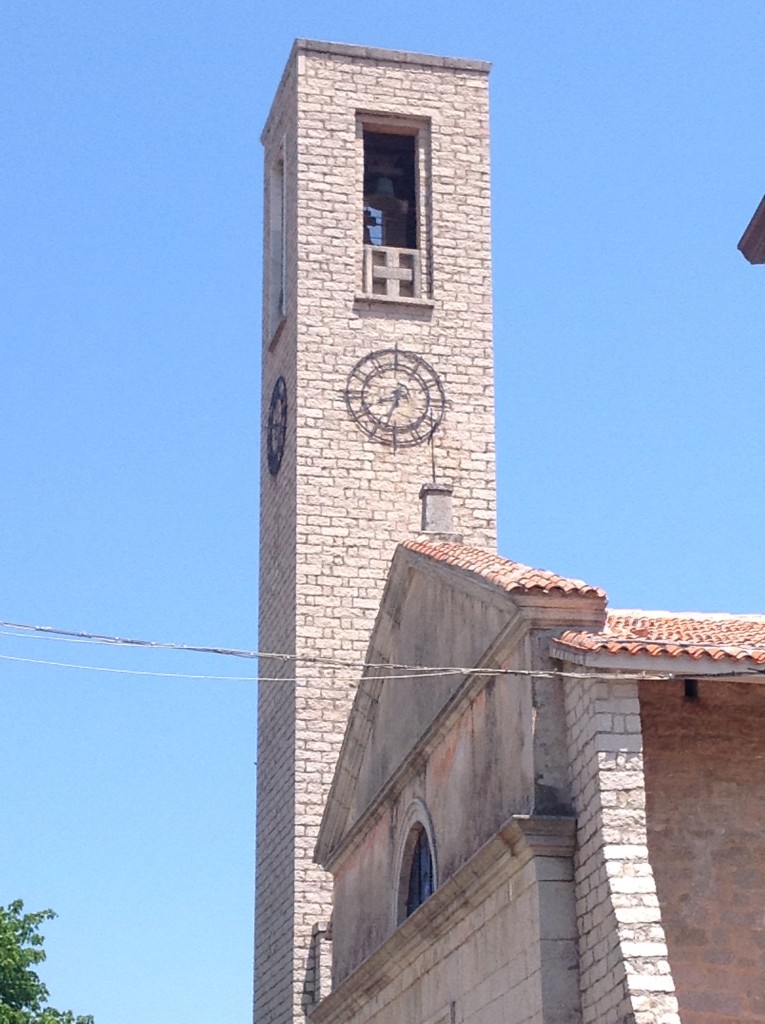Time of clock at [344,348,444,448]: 8:33
